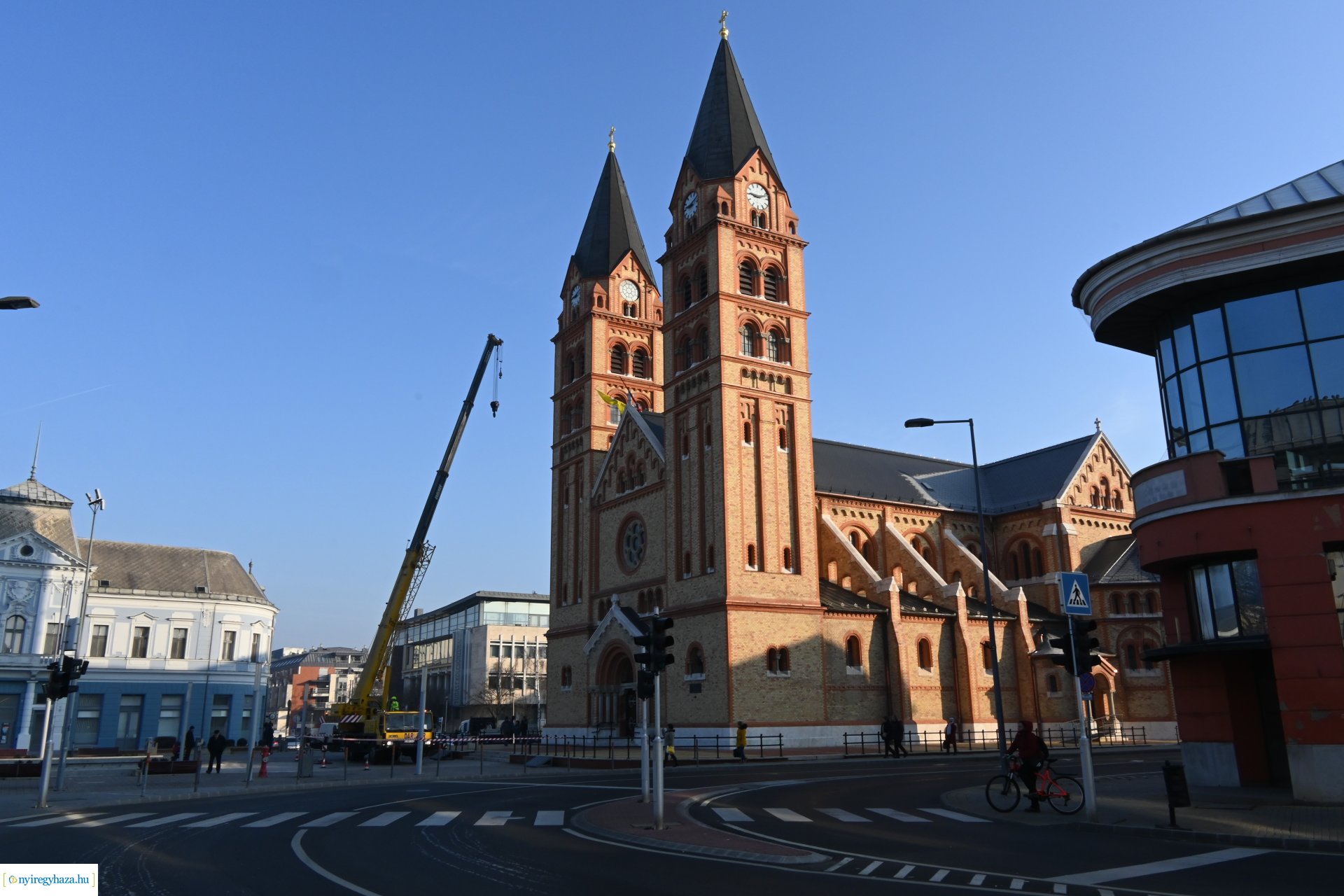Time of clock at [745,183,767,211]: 9:12
